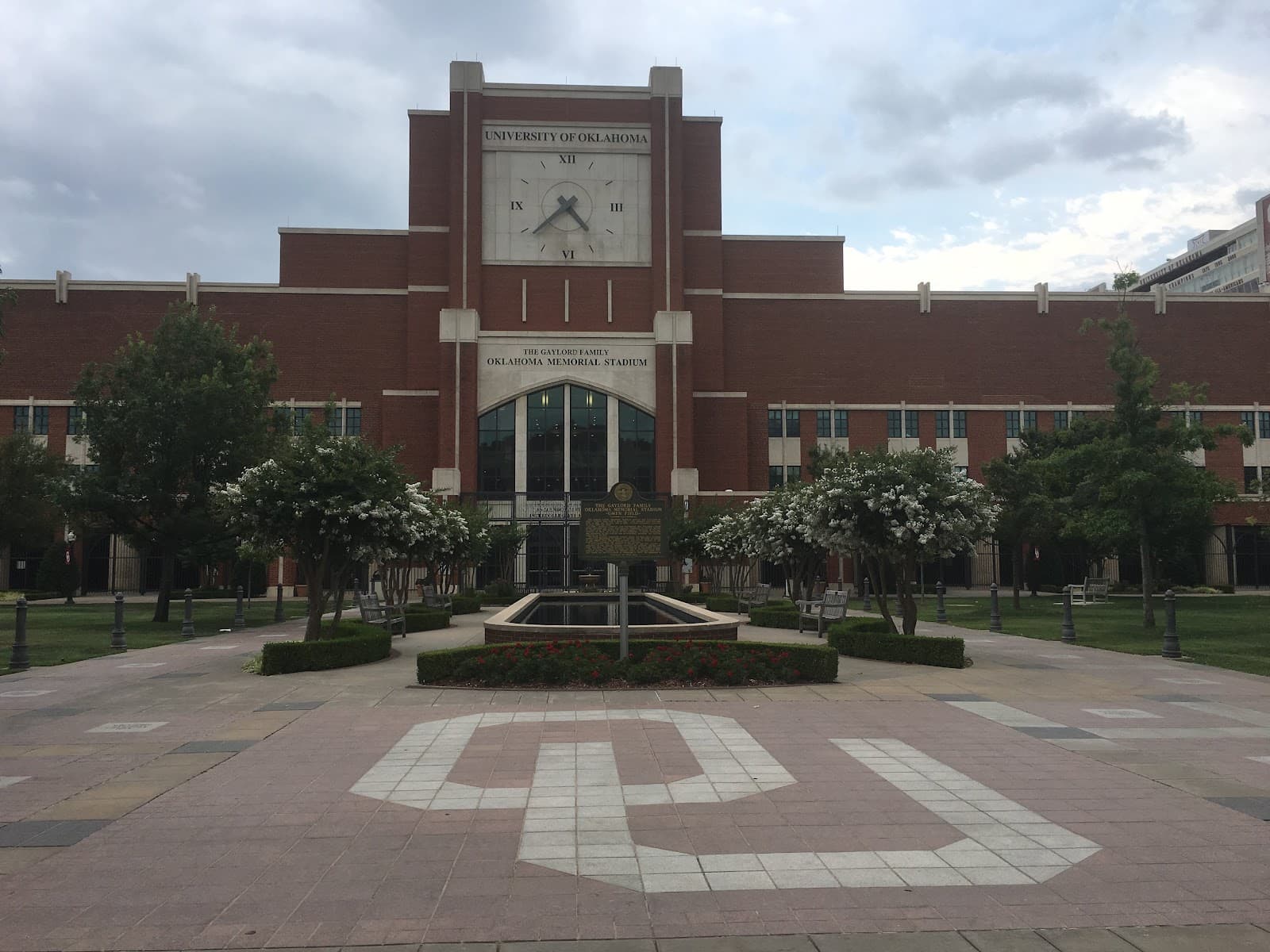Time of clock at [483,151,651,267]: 4:38
